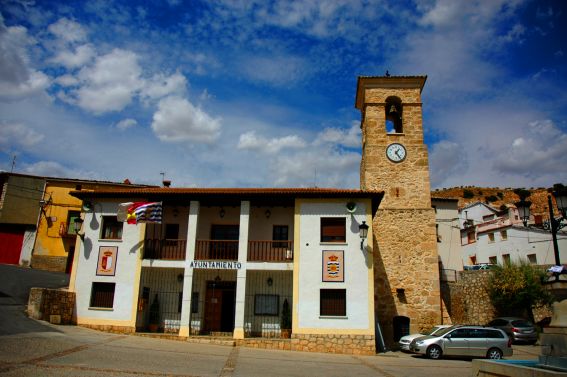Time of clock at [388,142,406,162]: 1:24
